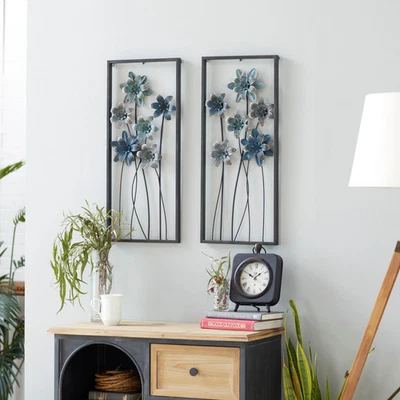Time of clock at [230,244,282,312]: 1:50
